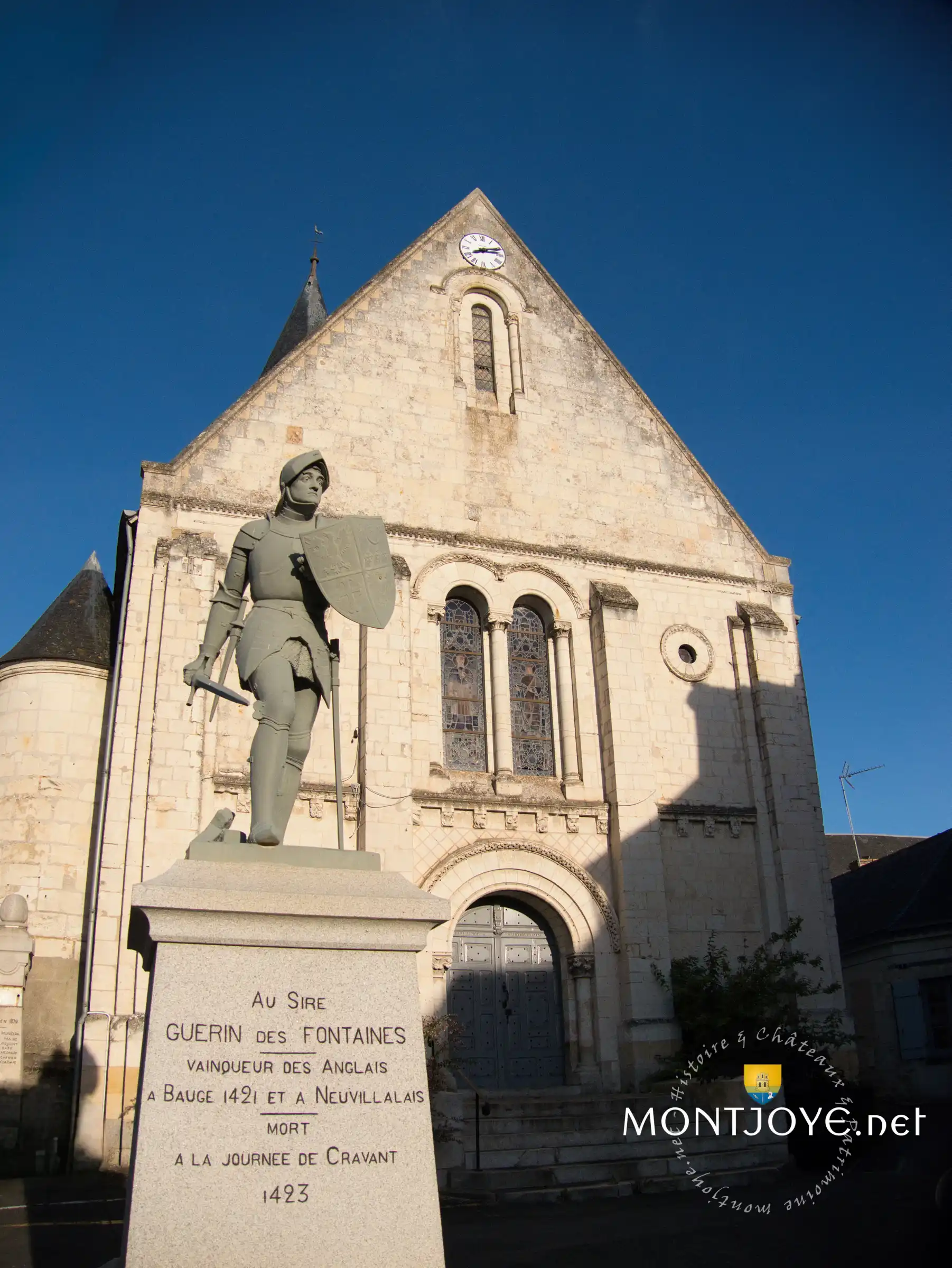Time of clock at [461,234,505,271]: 8:12
